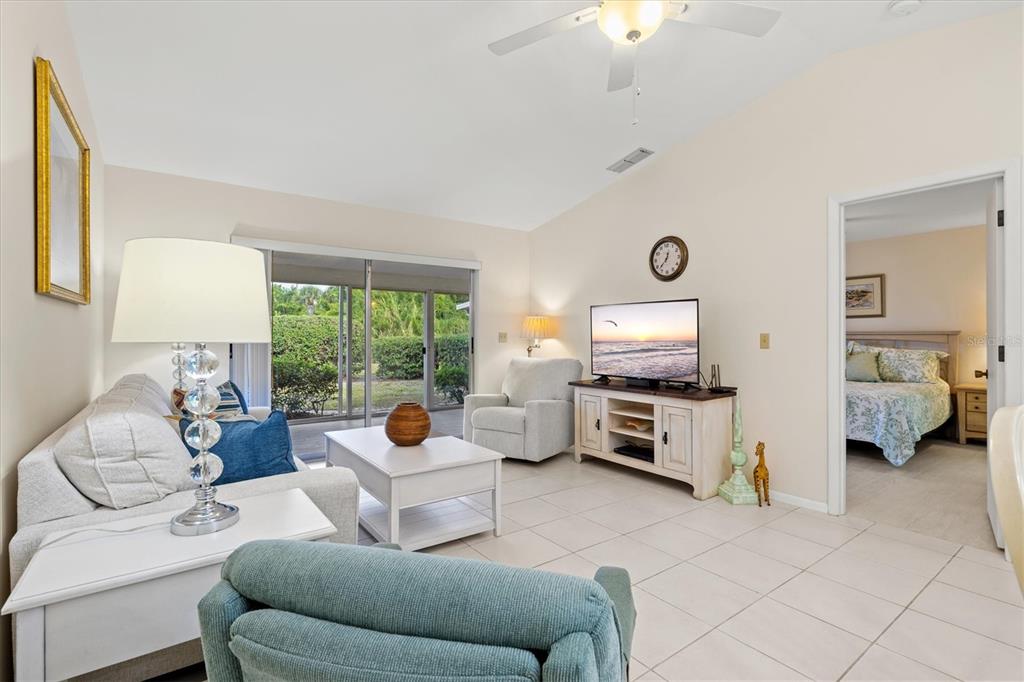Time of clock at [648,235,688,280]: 12:37
